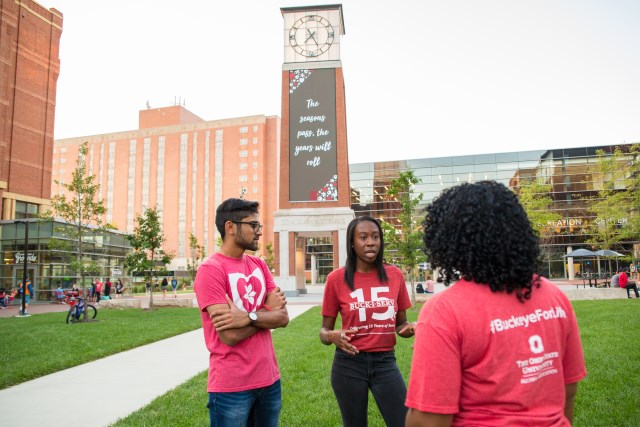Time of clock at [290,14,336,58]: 7:24
